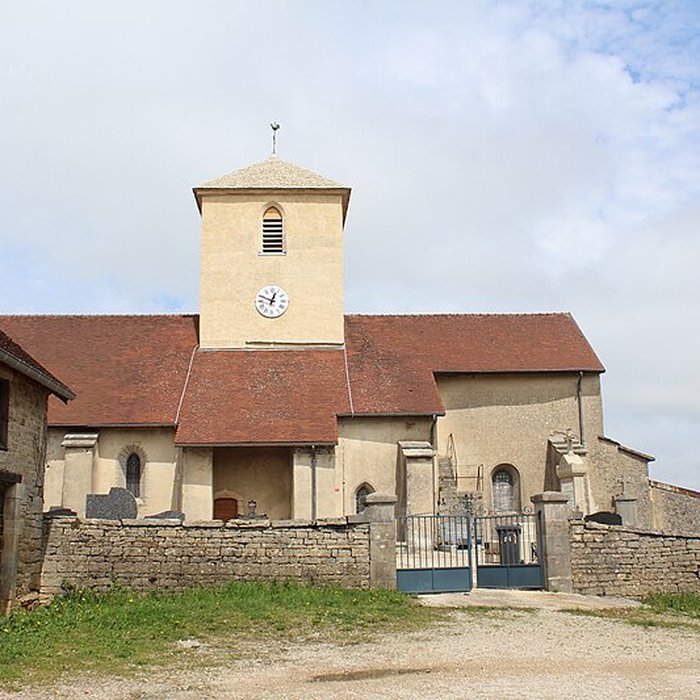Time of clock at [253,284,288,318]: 12:48
